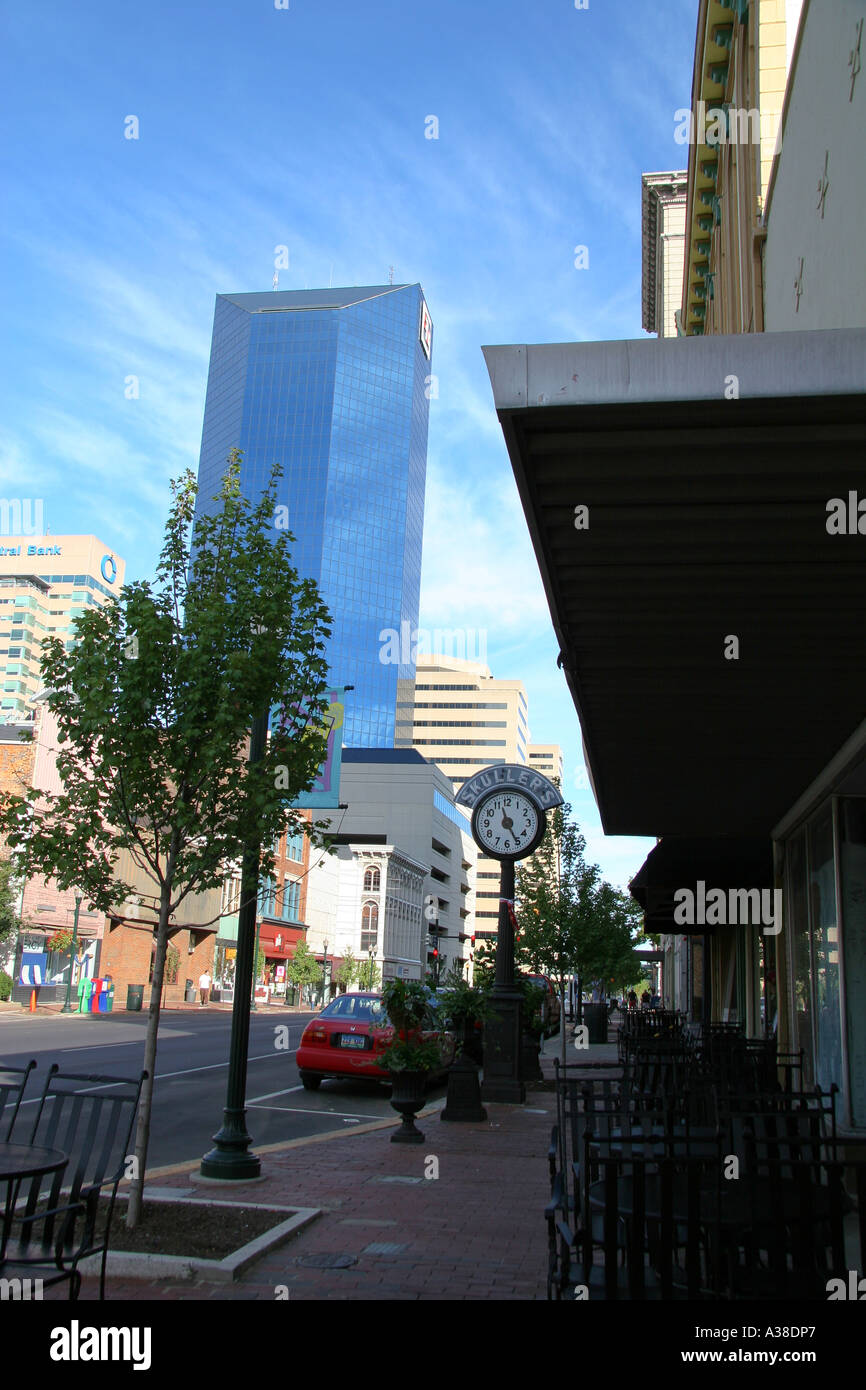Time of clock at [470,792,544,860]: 11:25
